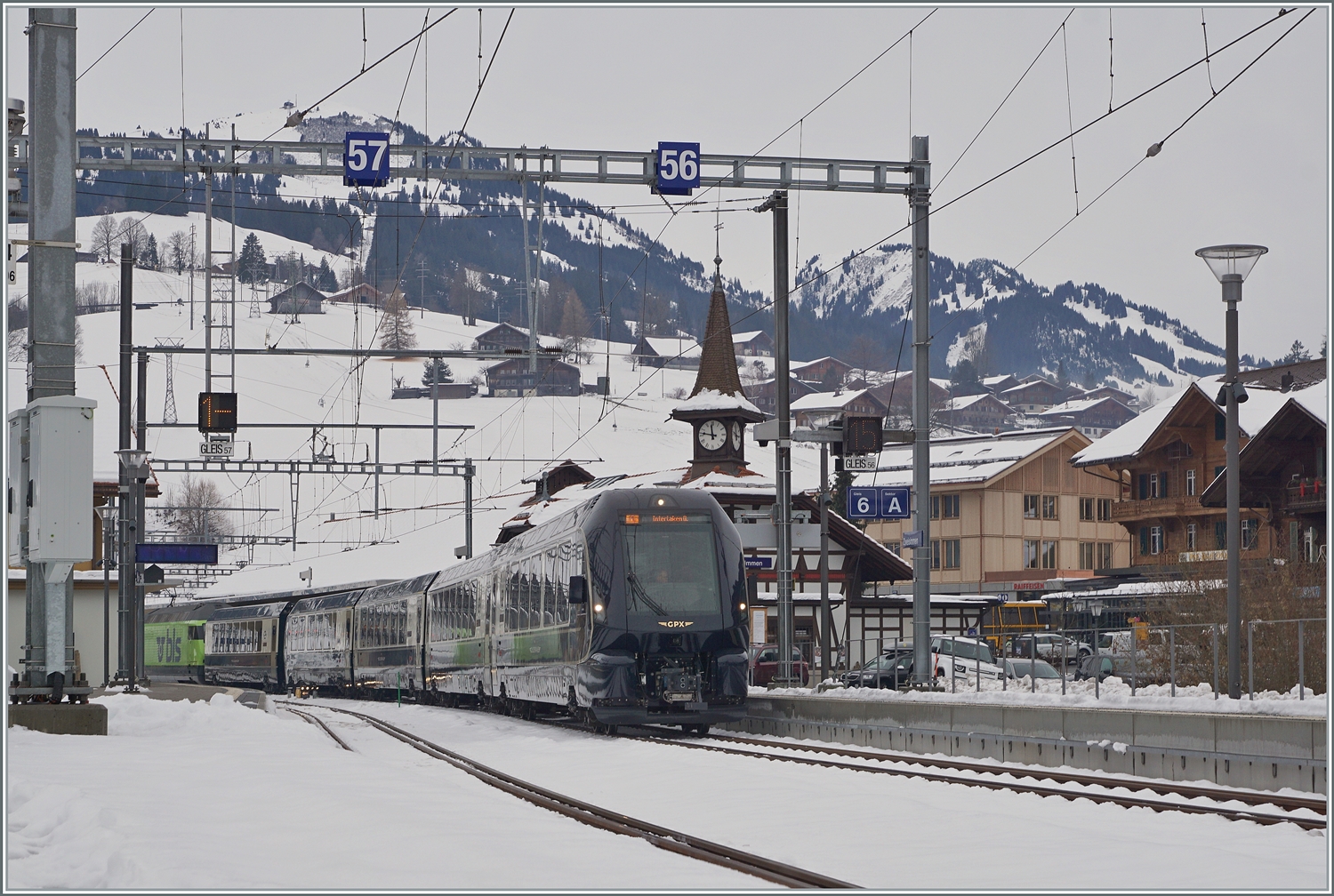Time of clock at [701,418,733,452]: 11:46
